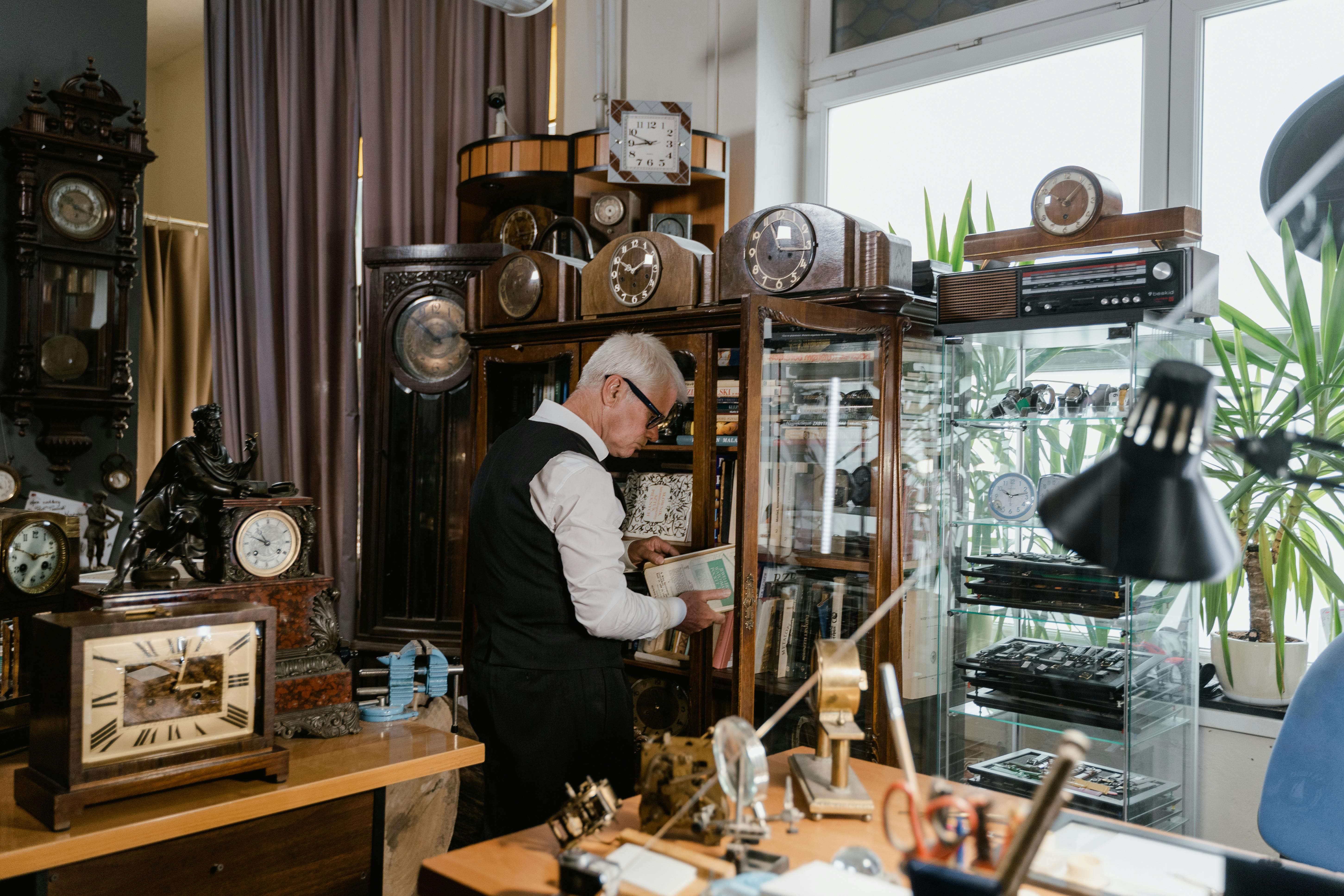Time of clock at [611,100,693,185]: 8:48
